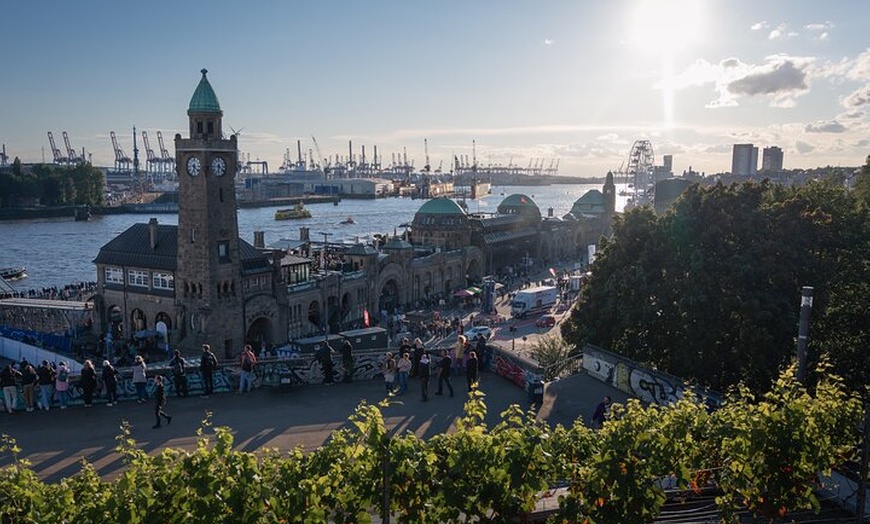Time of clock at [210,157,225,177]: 6:21
